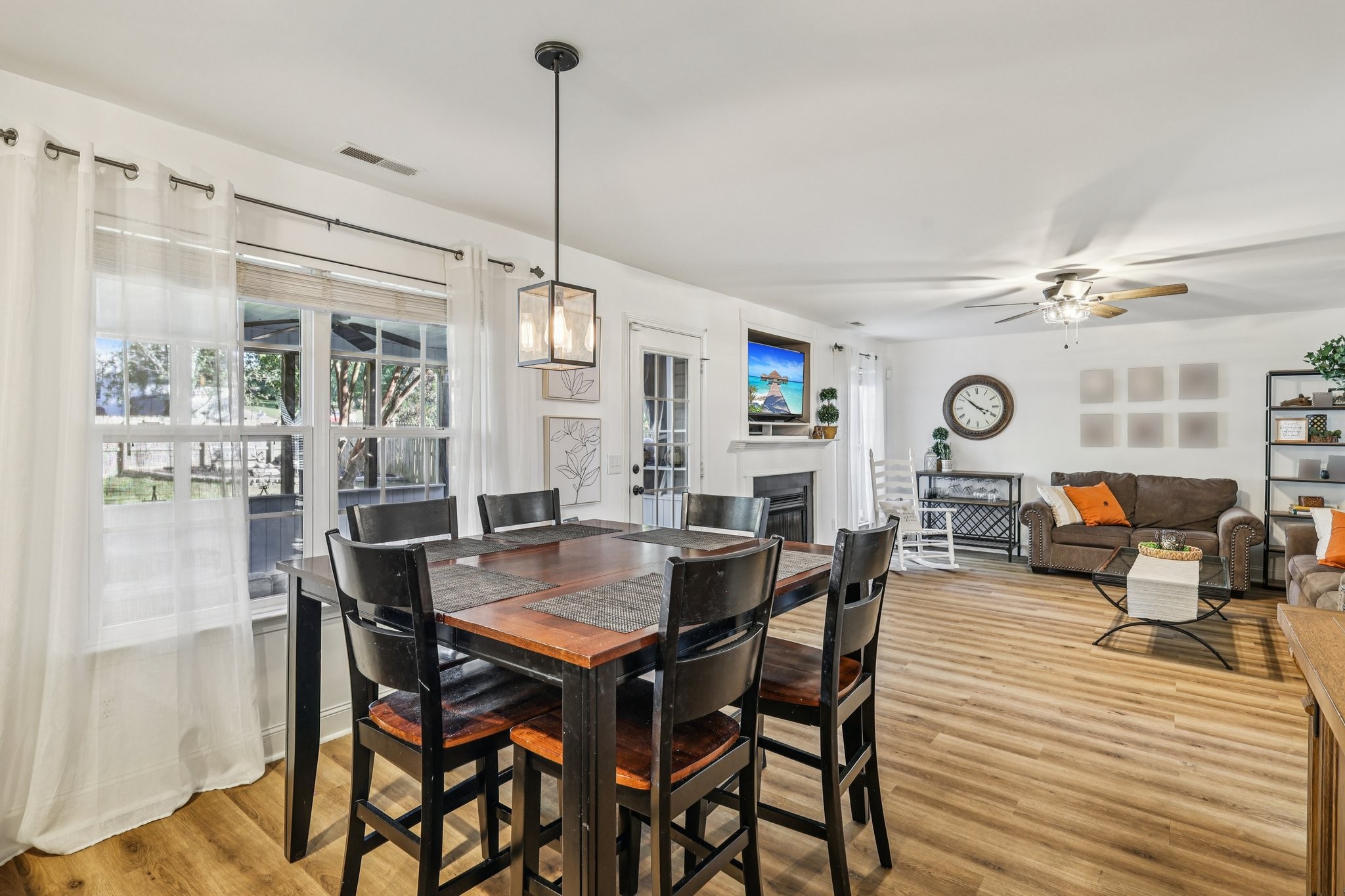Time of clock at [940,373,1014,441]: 3:52
